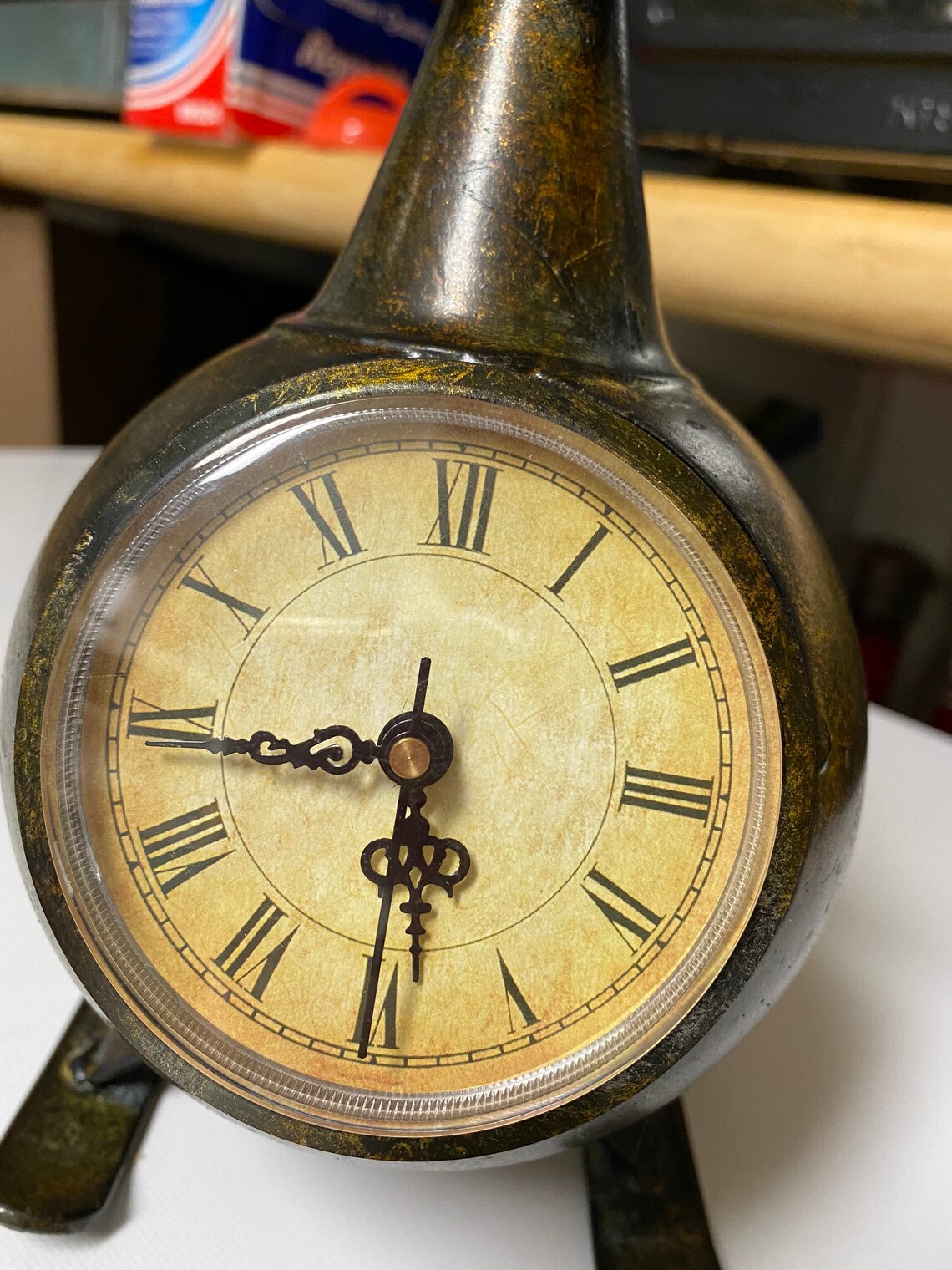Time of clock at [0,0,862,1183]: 5:44
